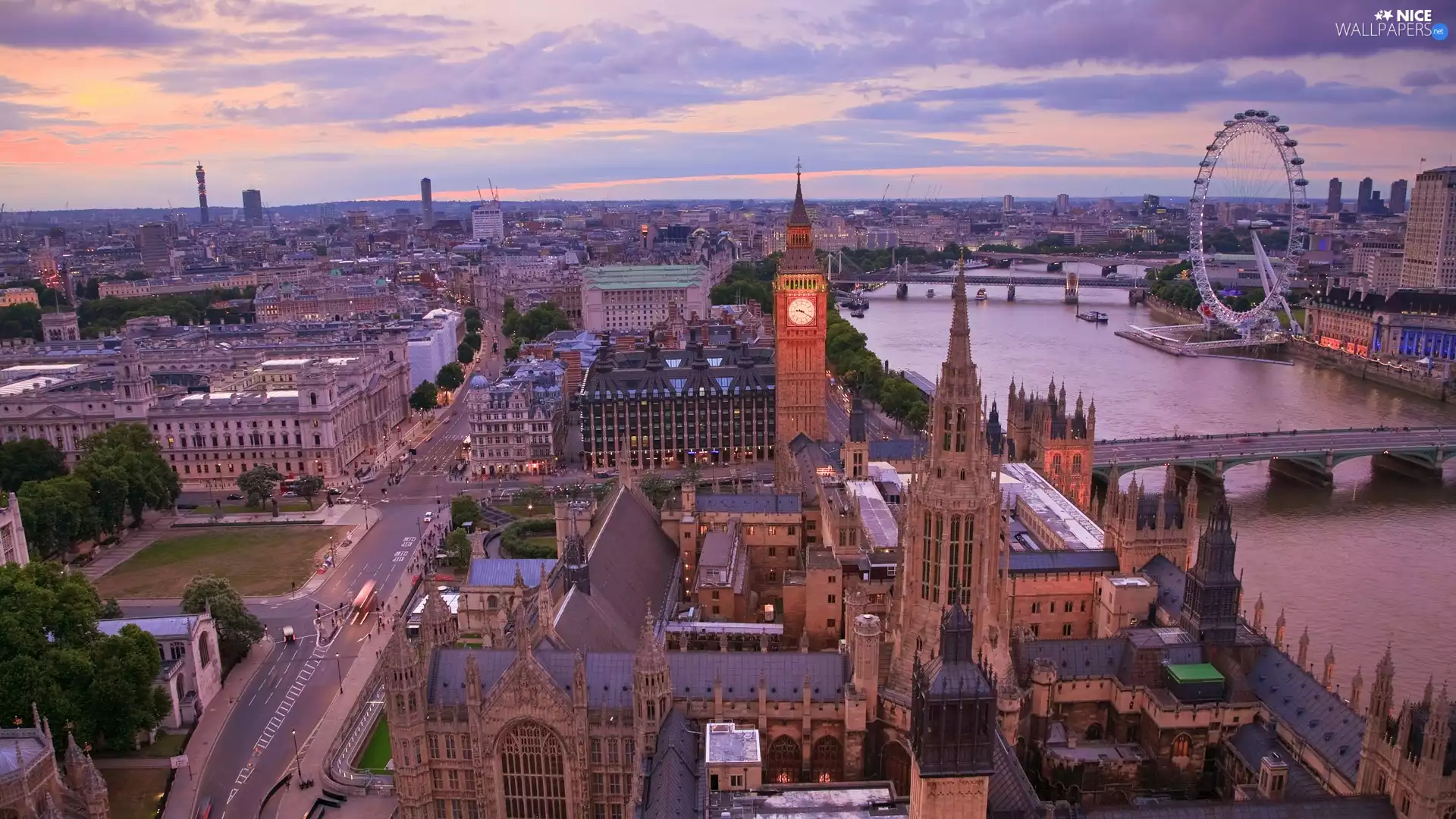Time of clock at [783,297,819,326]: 9:20
